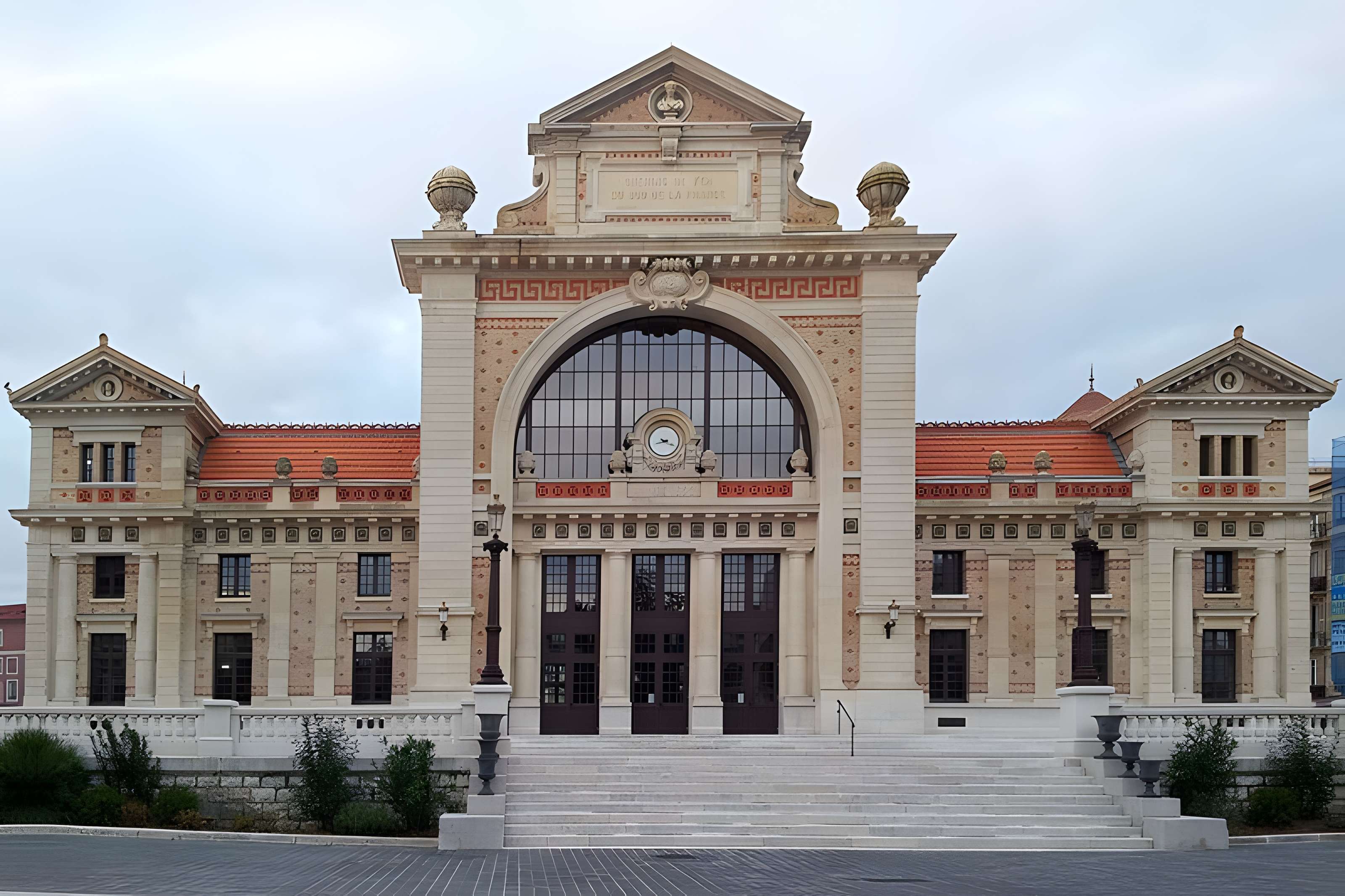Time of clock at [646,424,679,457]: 3:42
